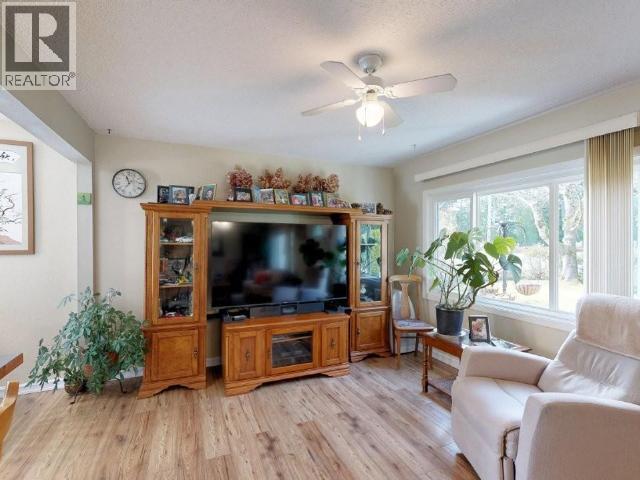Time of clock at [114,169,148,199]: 11:36
